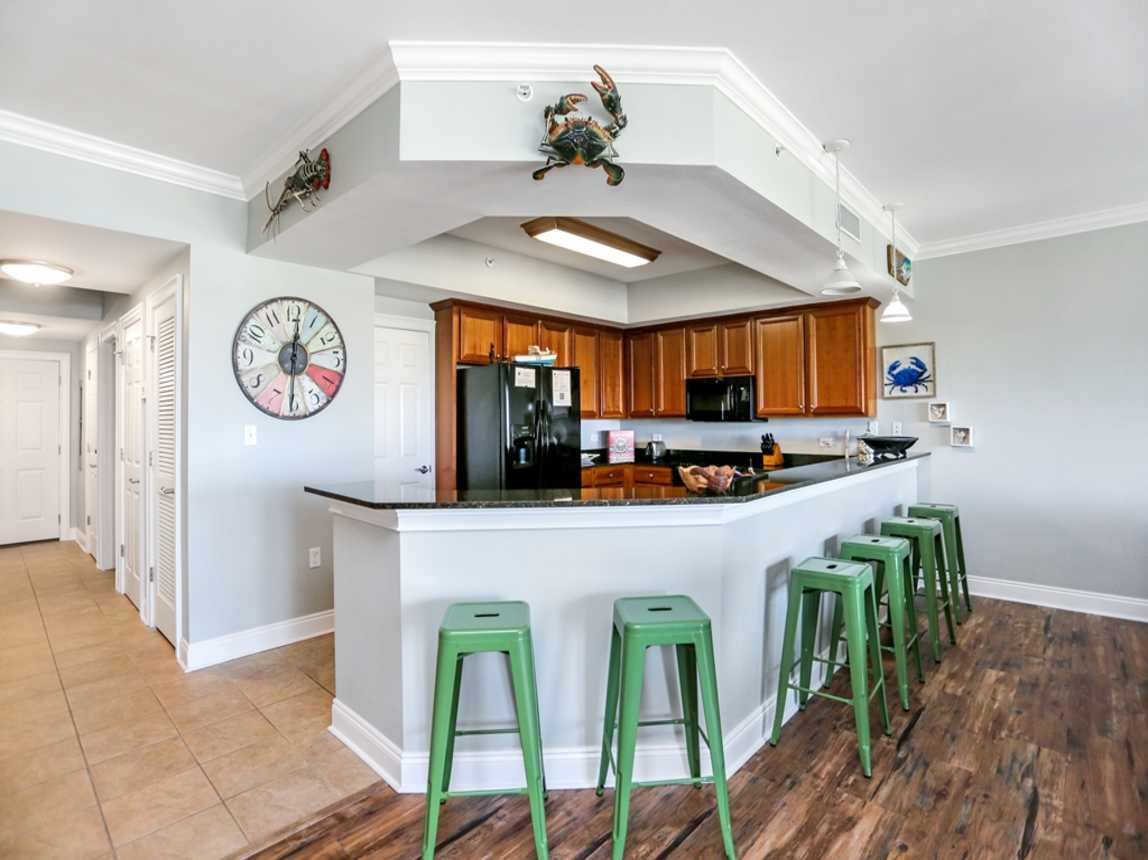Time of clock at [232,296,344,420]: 12:30
